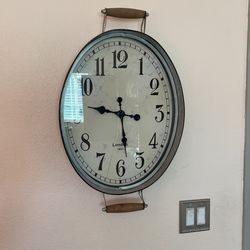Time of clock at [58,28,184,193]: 5:46
